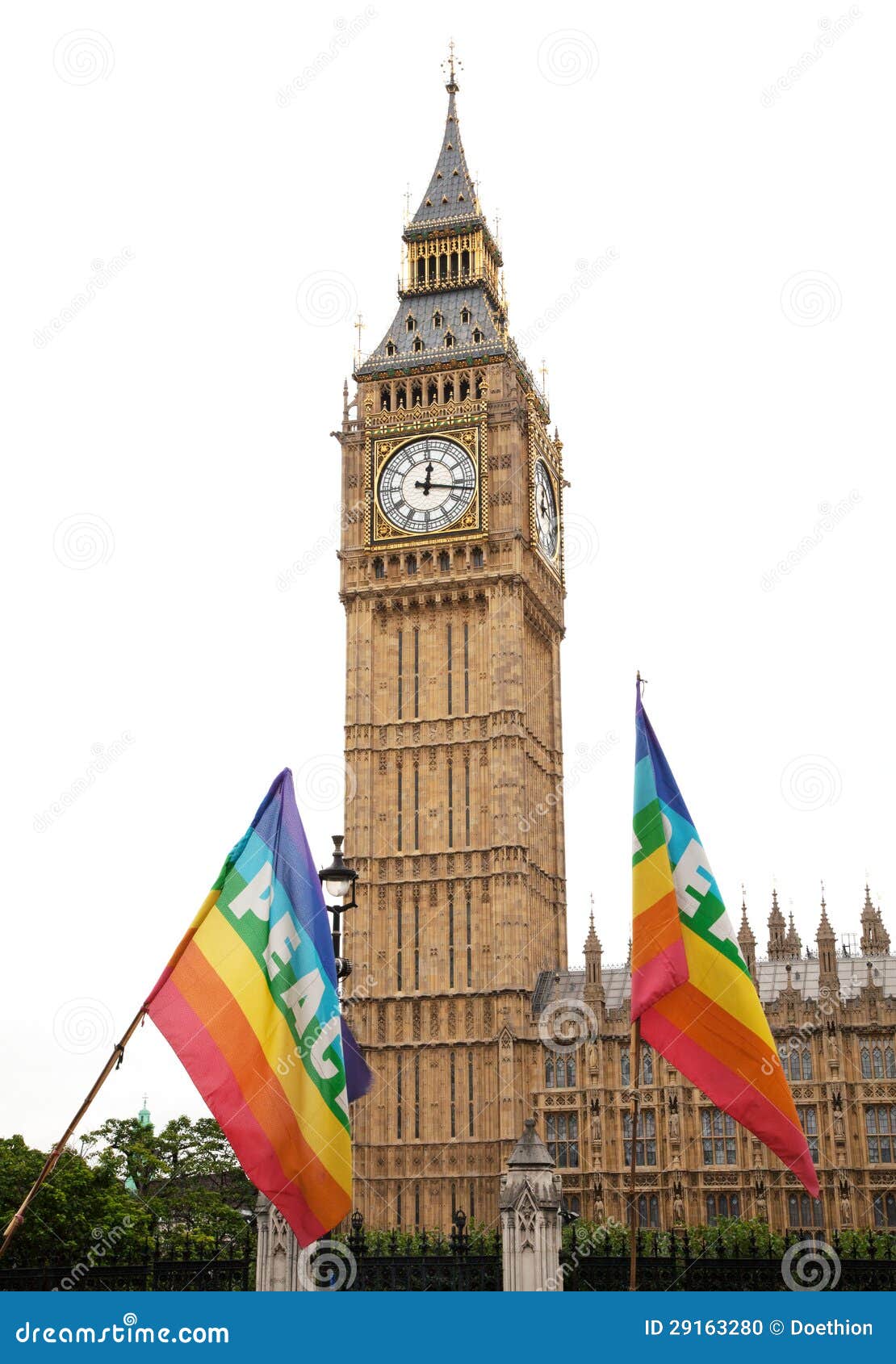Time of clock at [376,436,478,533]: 12:16
